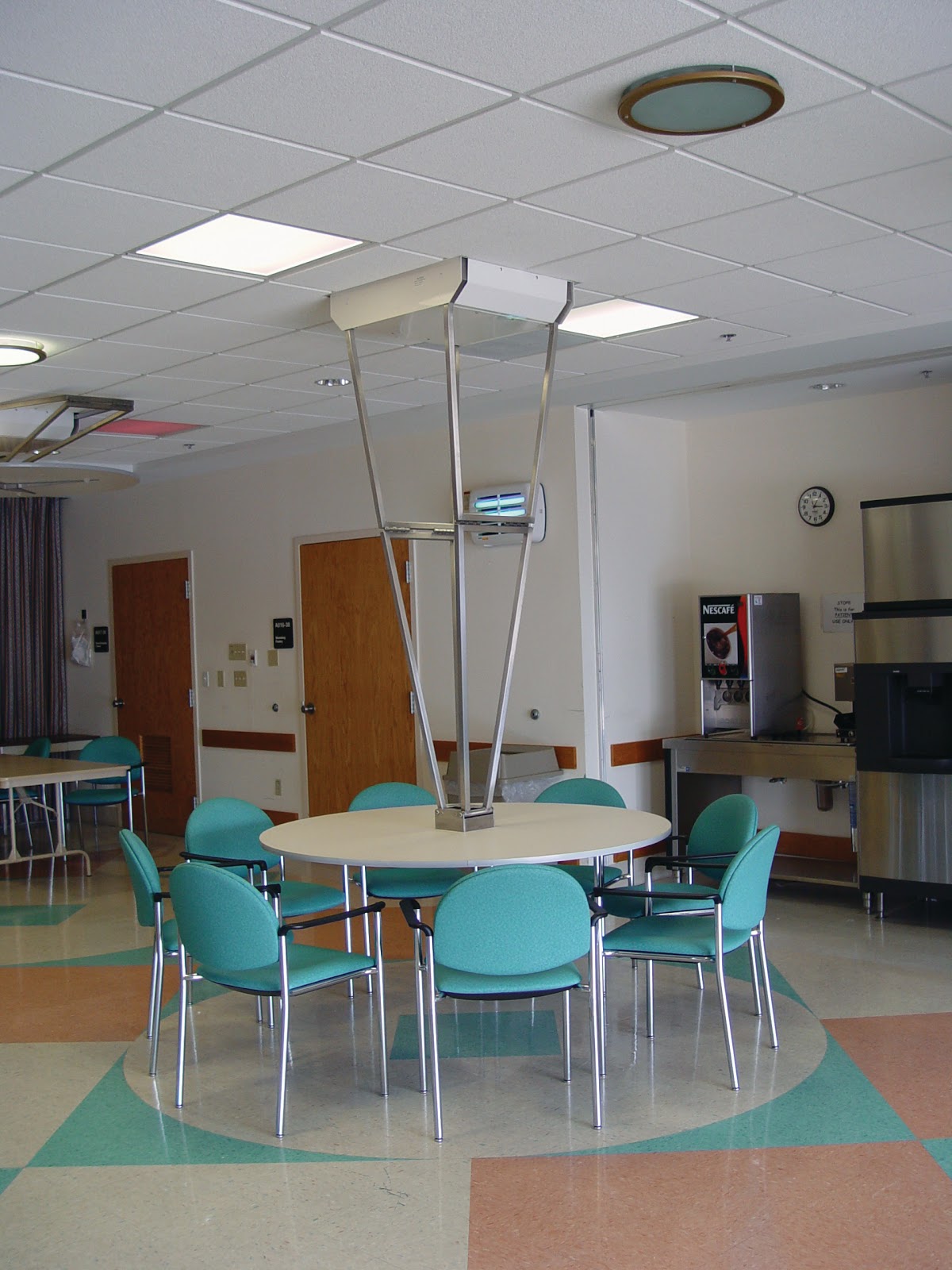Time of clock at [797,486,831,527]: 3:04
